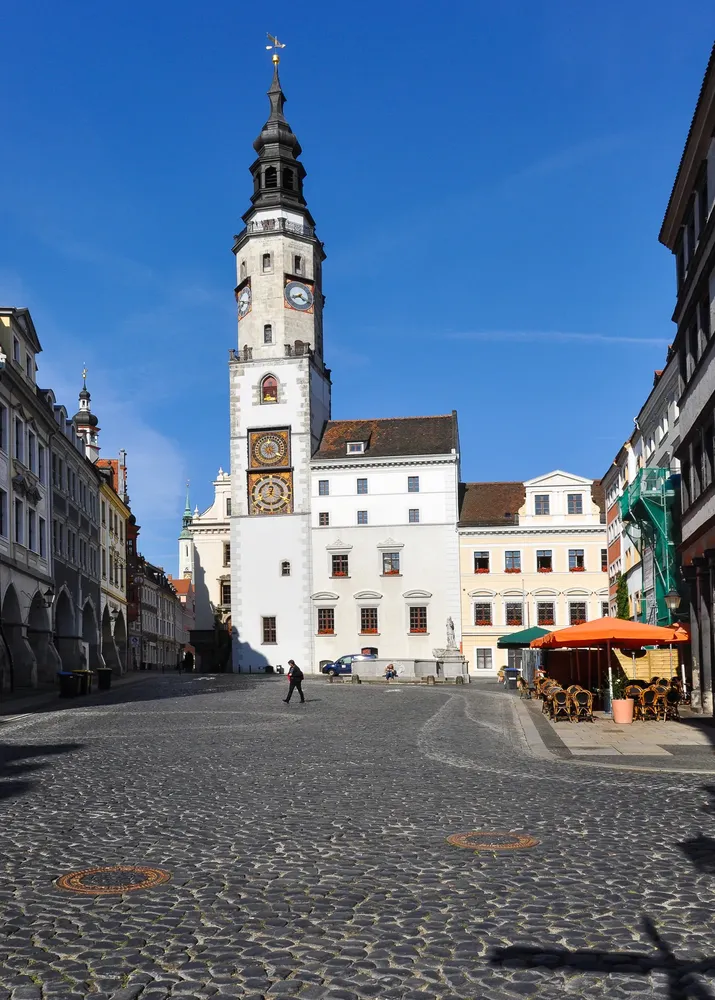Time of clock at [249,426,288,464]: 6:20
